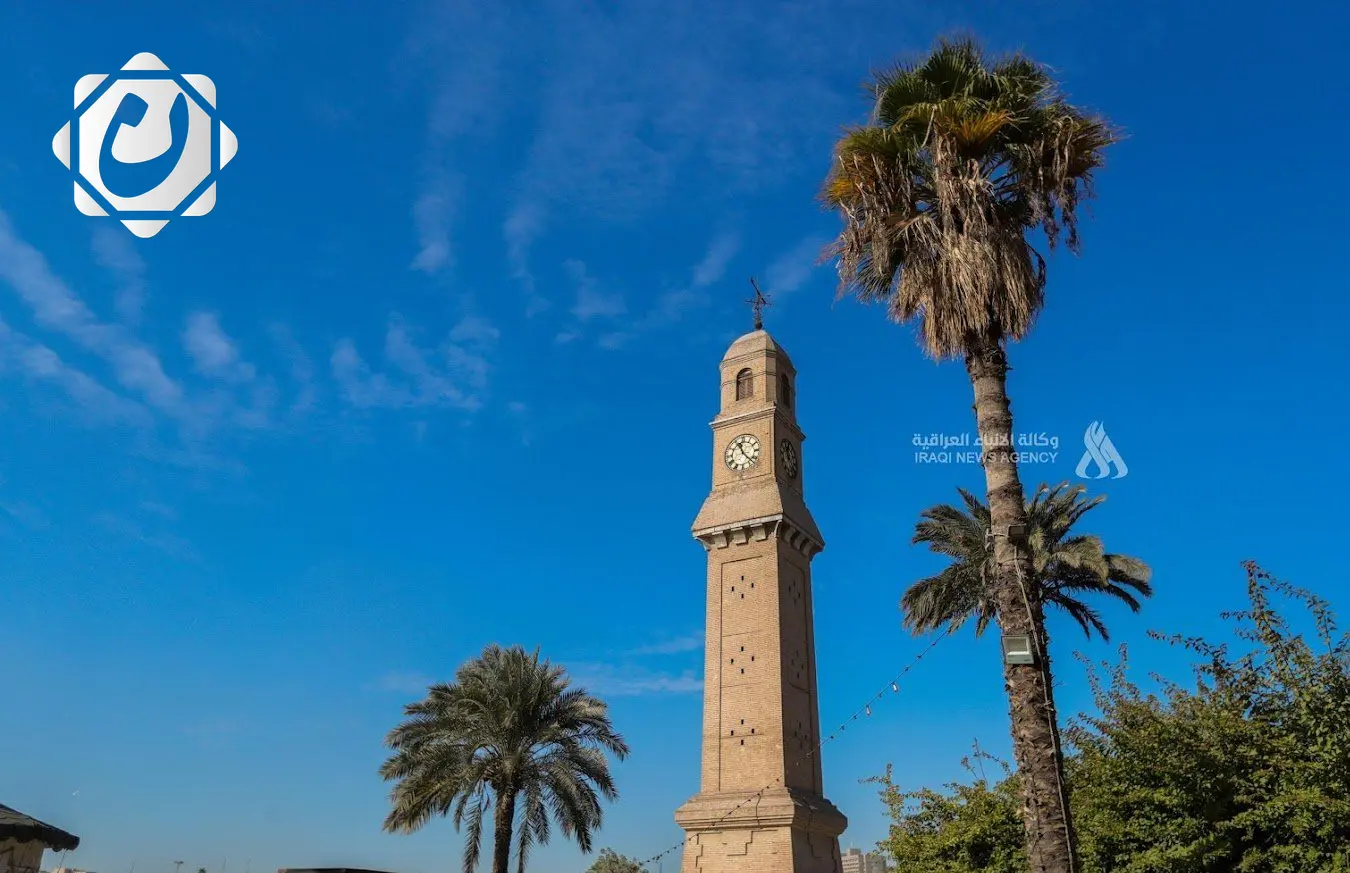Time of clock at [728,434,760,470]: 11:22
